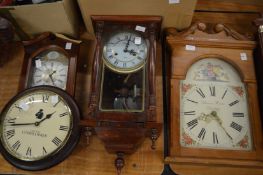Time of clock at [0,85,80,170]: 1:43
